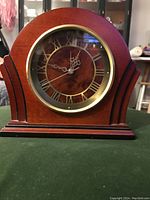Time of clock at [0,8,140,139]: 12:47
